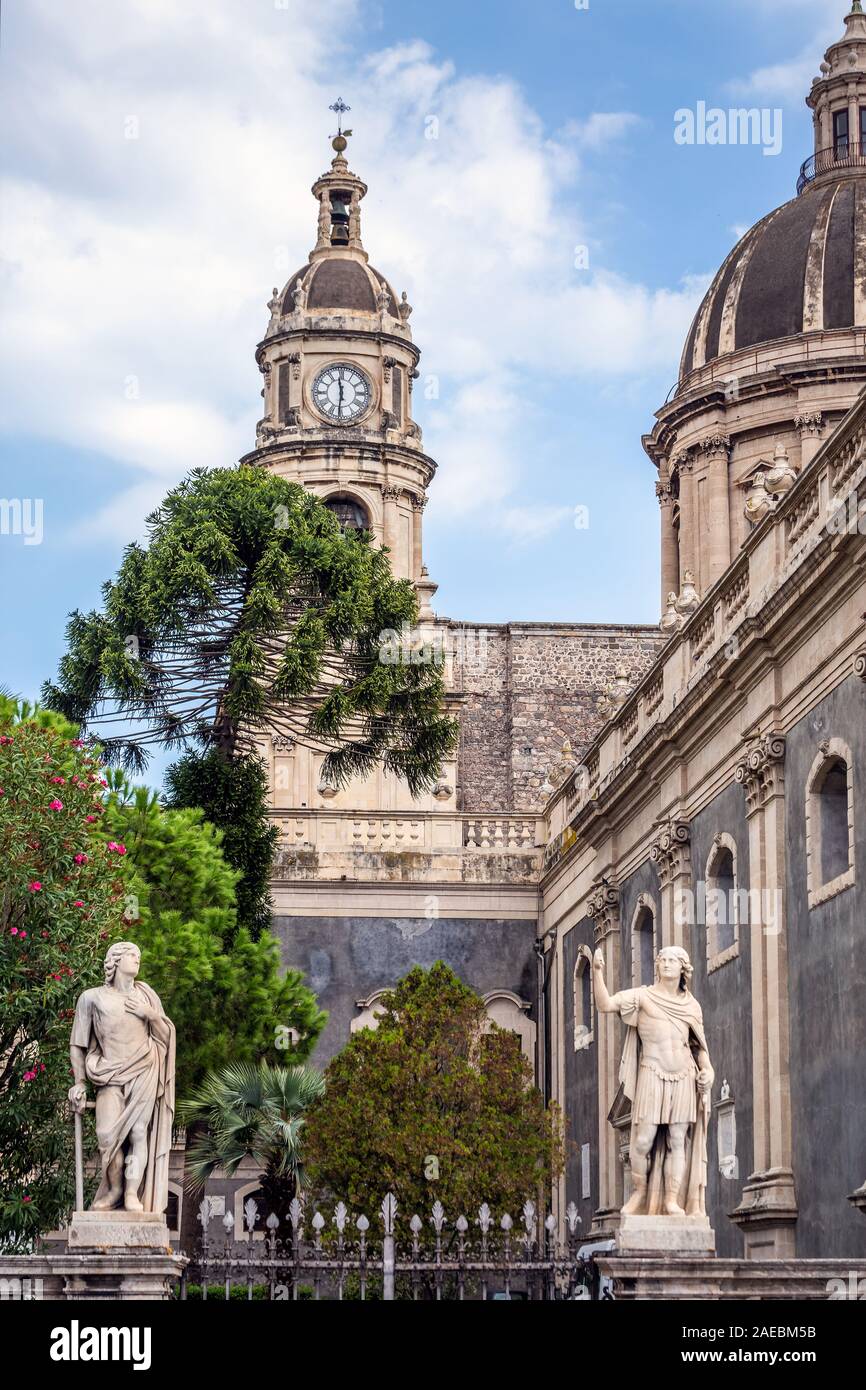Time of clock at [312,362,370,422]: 11:31
